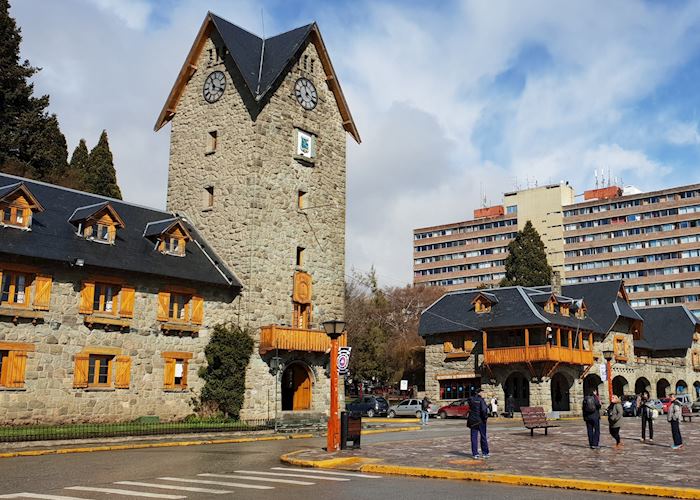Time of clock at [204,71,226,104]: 11:17
